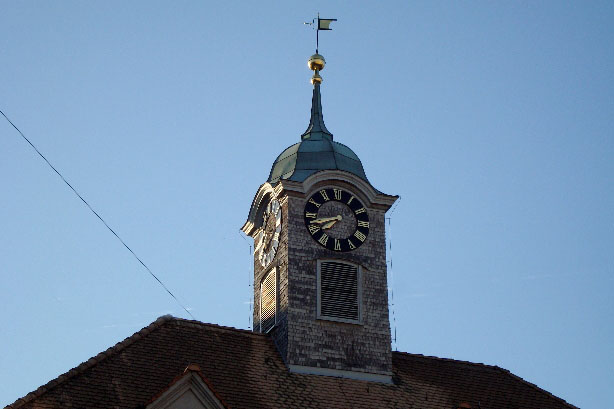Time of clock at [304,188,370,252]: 7:42
